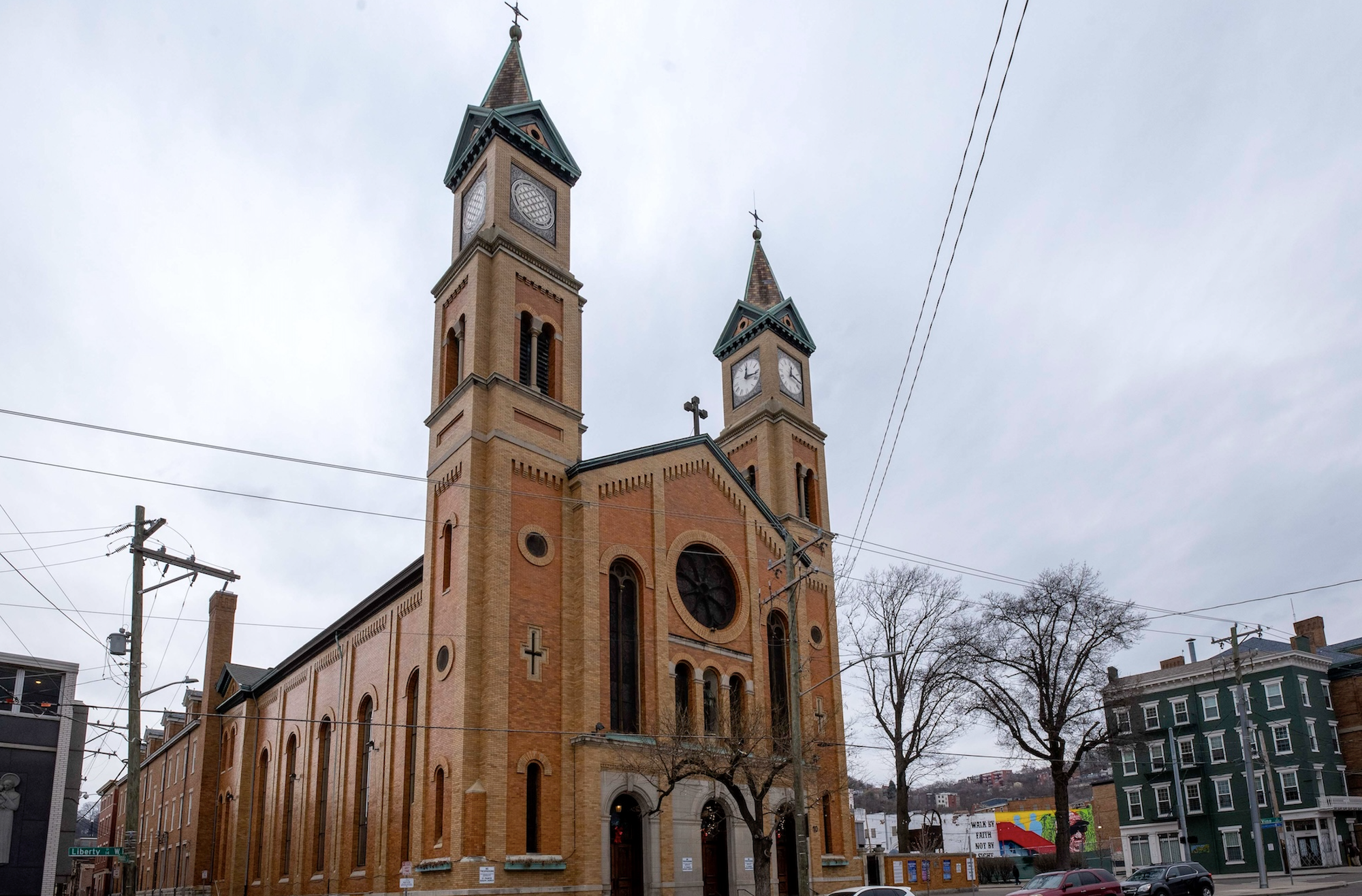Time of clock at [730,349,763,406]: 12:16
